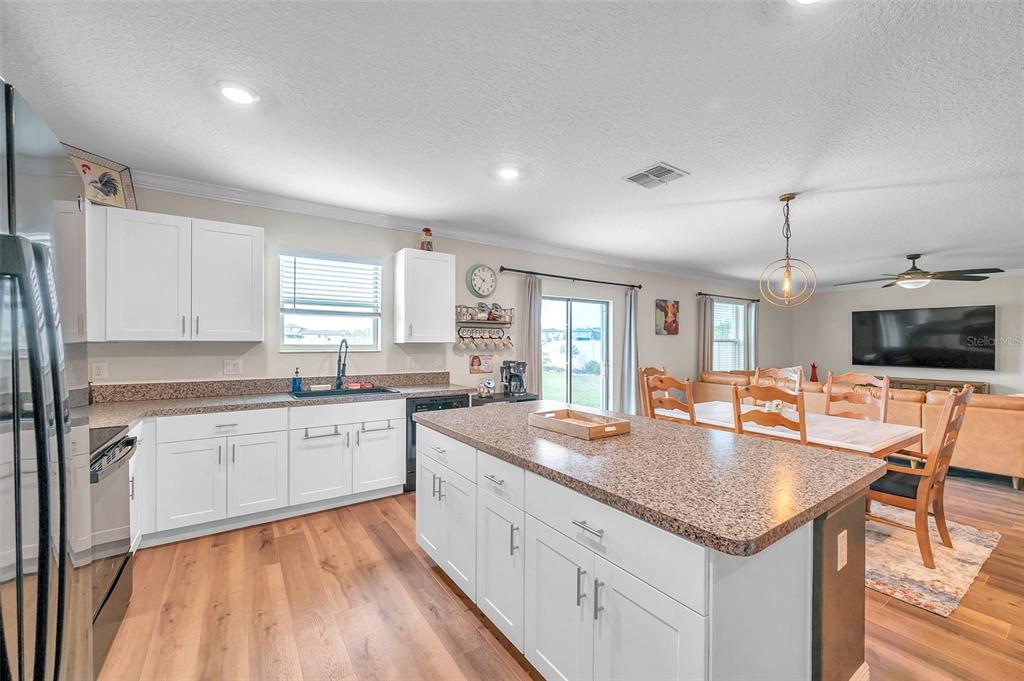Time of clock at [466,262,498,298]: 10:34
